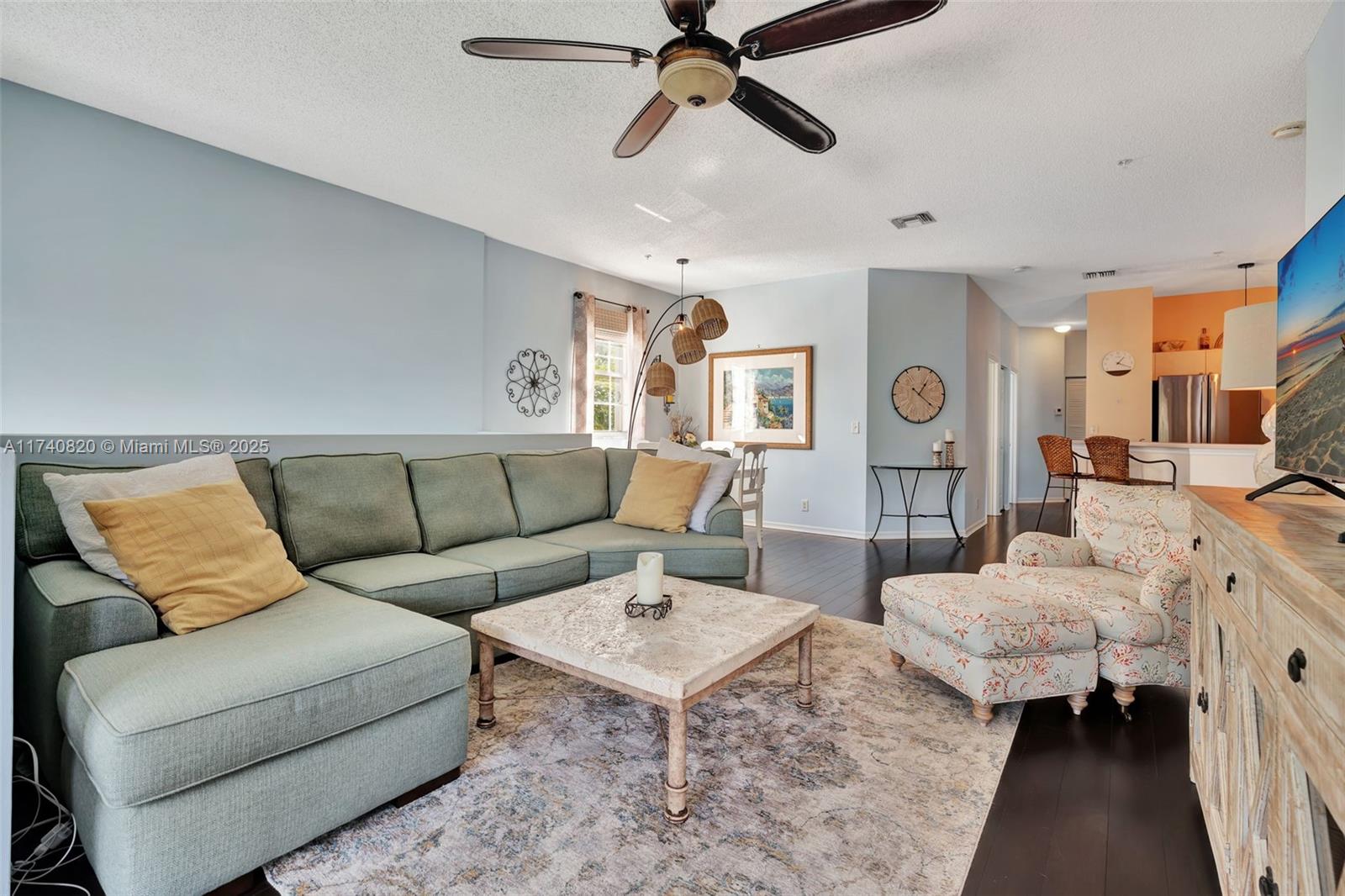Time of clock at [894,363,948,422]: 1:21
